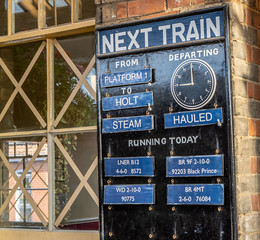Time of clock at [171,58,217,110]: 8:59
